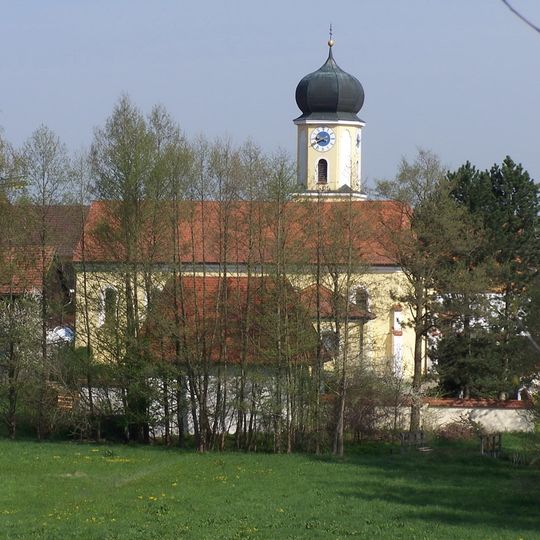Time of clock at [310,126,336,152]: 9:40
